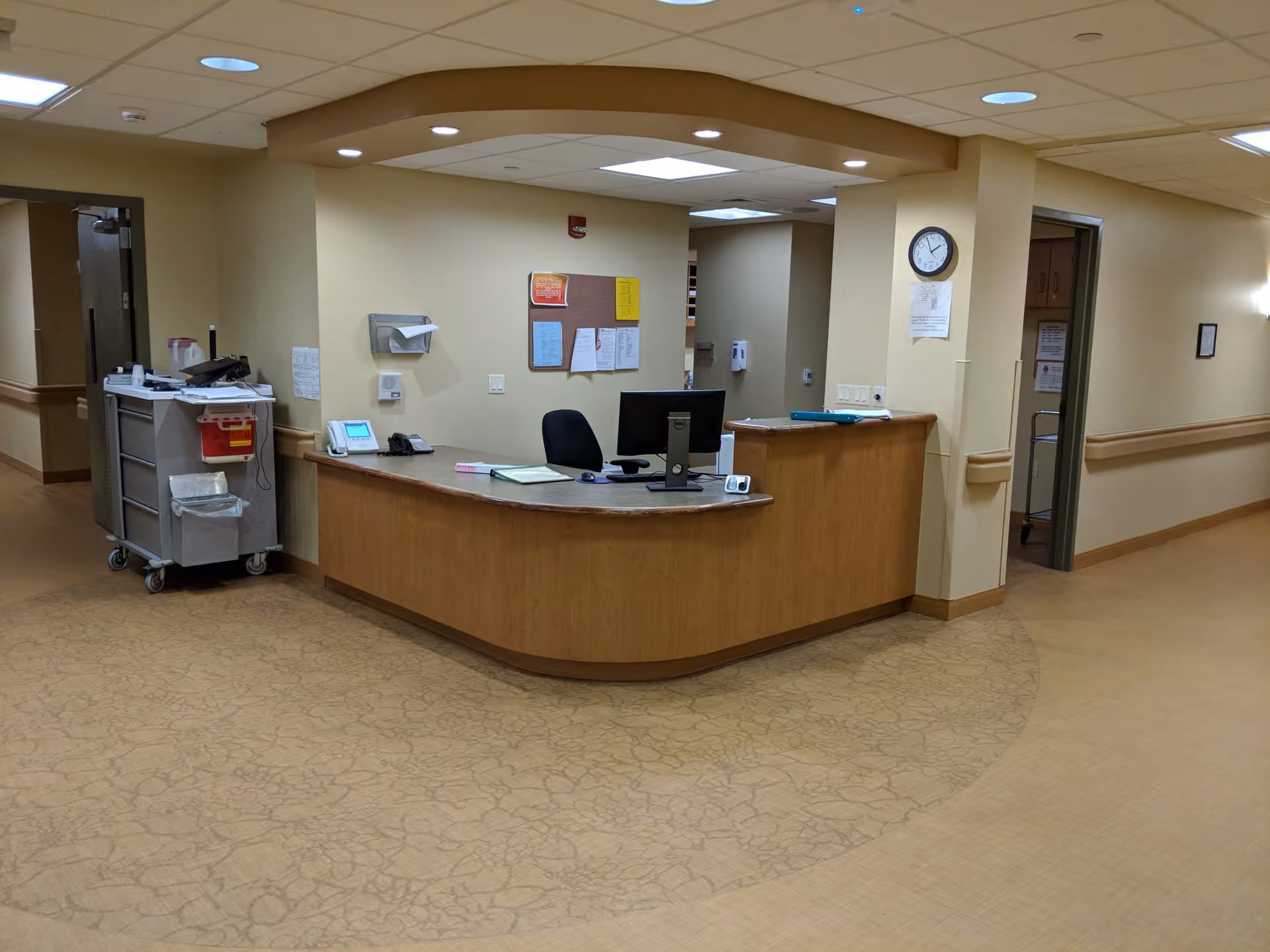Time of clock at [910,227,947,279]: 1:56
